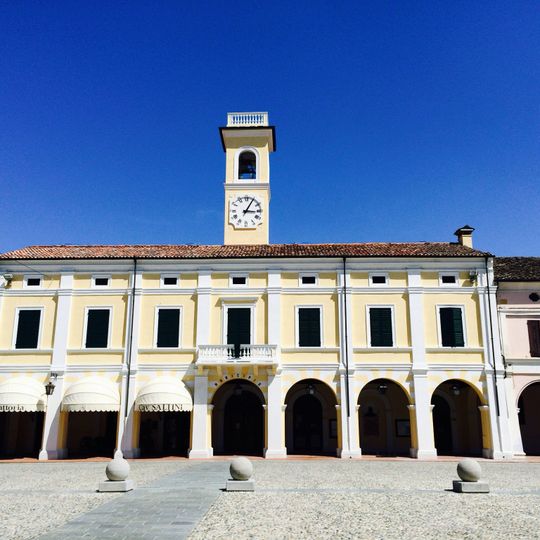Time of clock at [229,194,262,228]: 3:04
